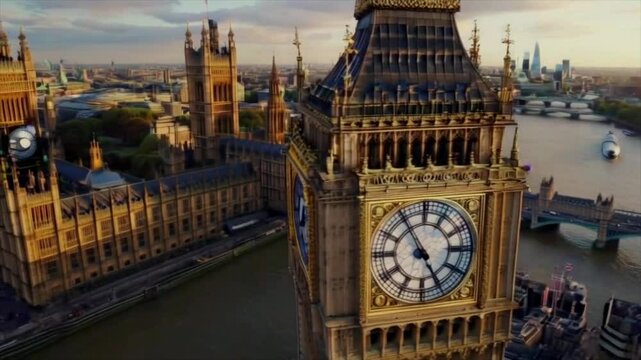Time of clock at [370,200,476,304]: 4:54
